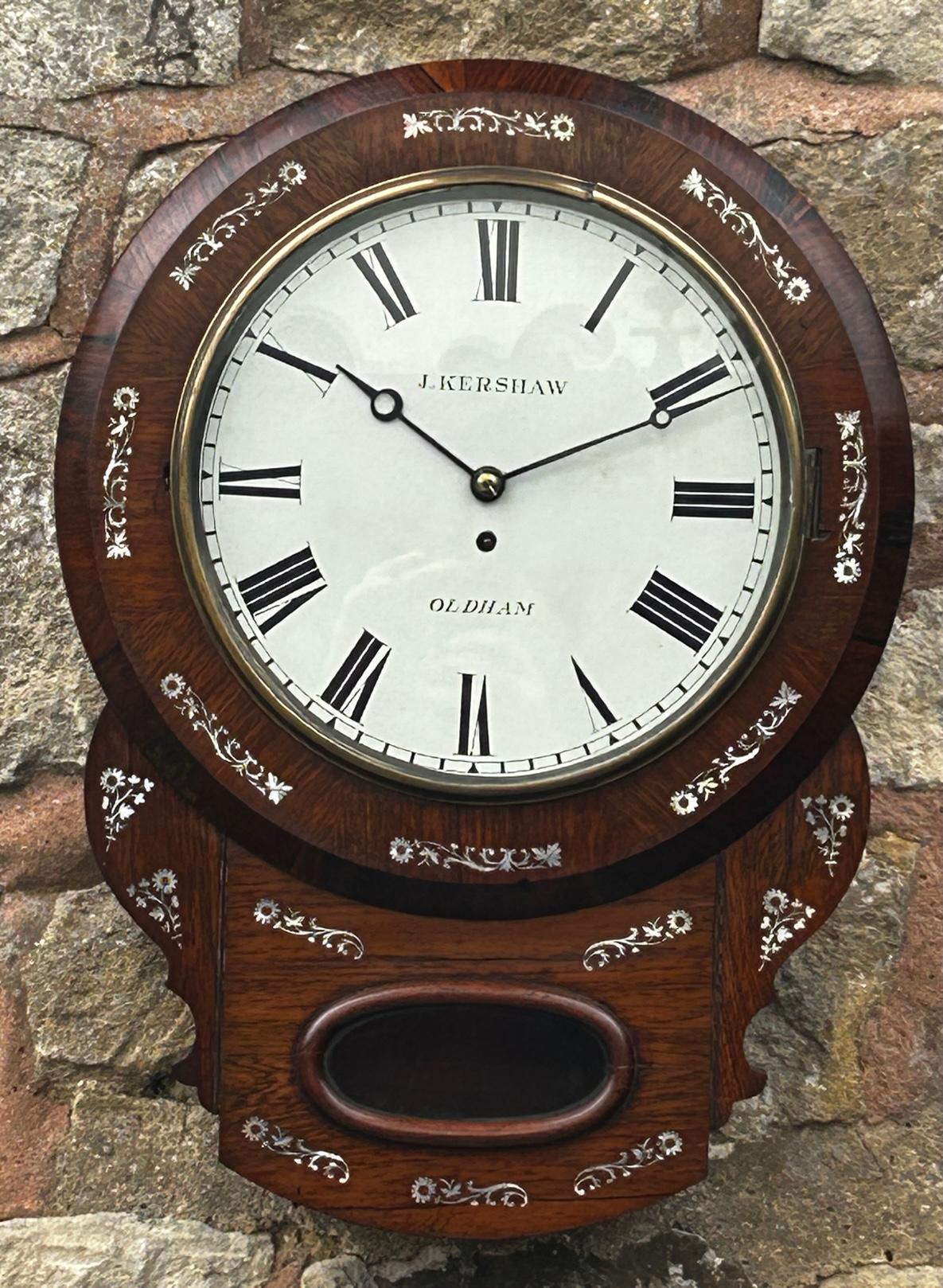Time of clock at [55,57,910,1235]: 10:10
